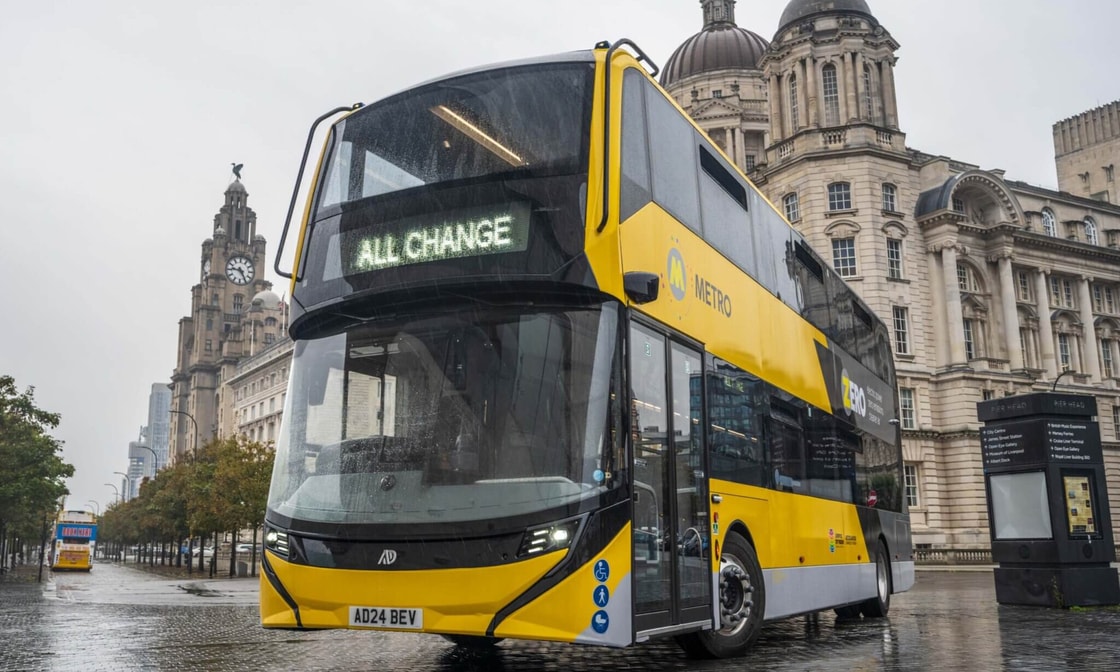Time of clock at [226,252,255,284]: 9:25
